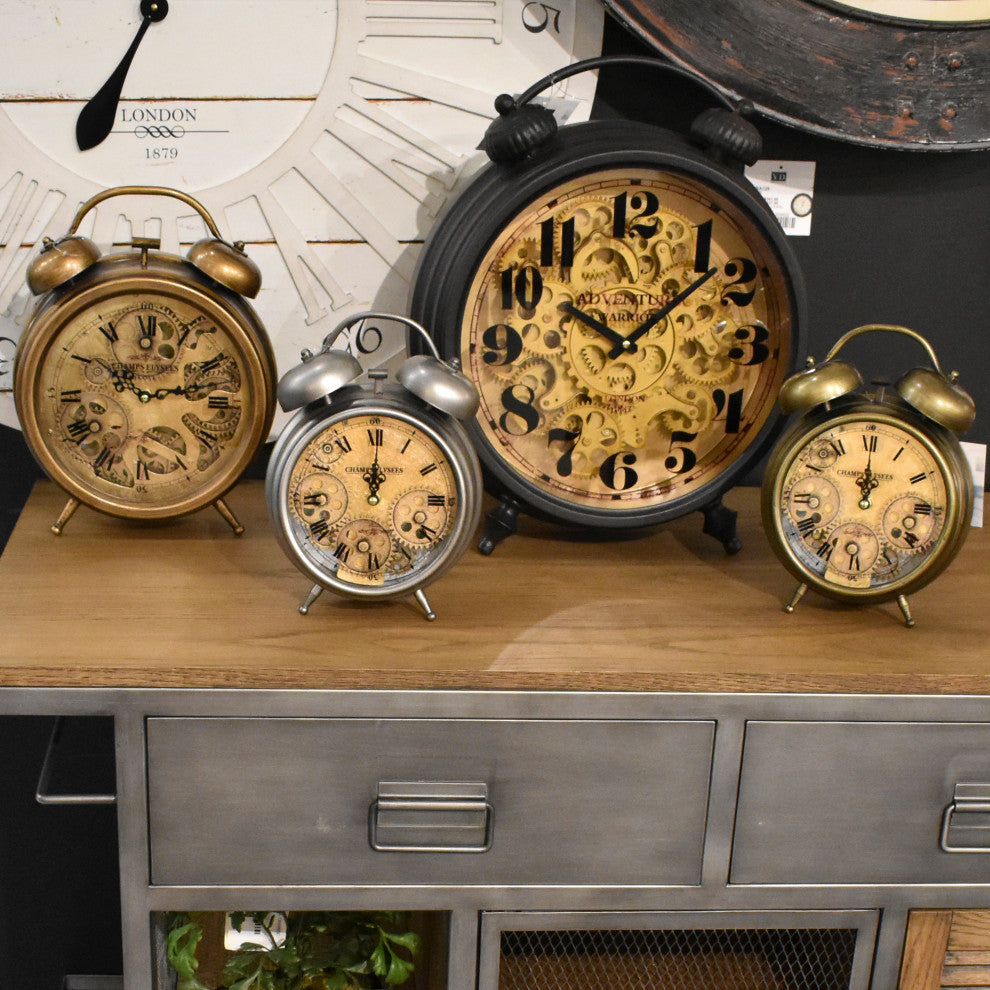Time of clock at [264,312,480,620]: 12:00
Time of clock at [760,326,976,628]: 12:00
